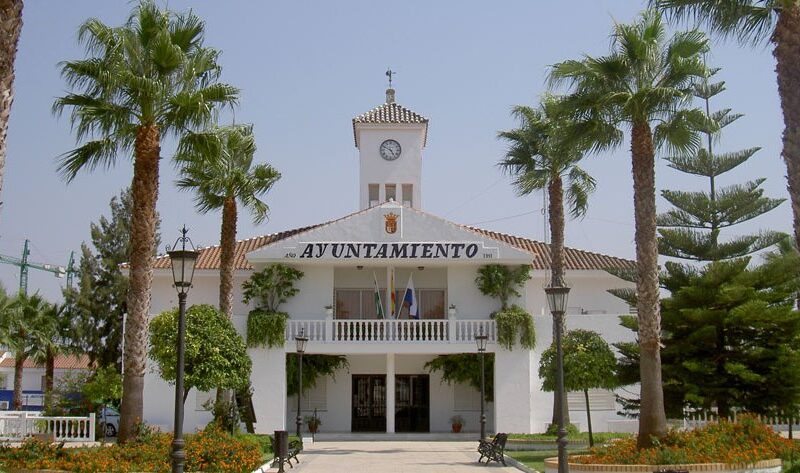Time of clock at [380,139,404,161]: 4:49
